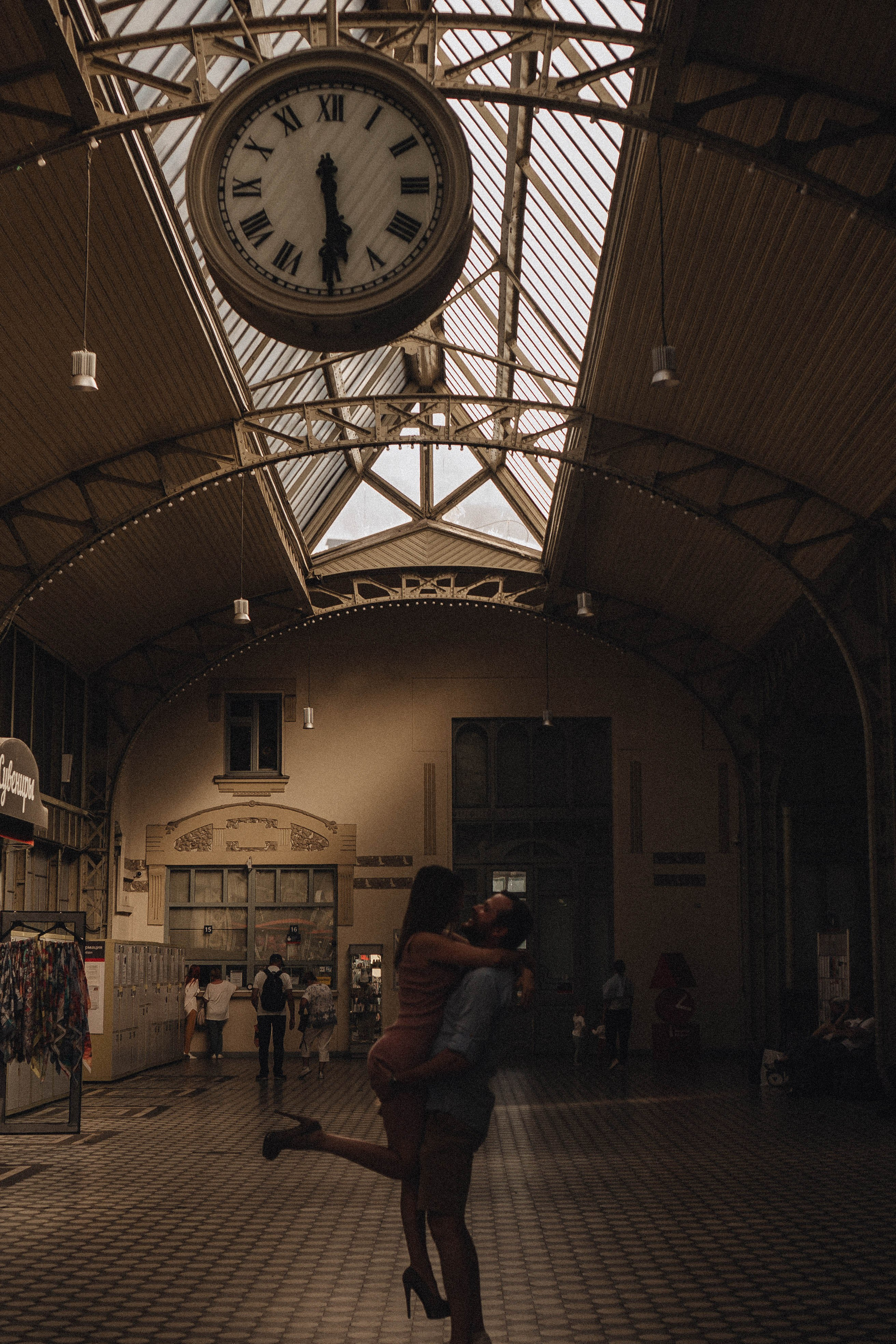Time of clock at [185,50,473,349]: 5:29
